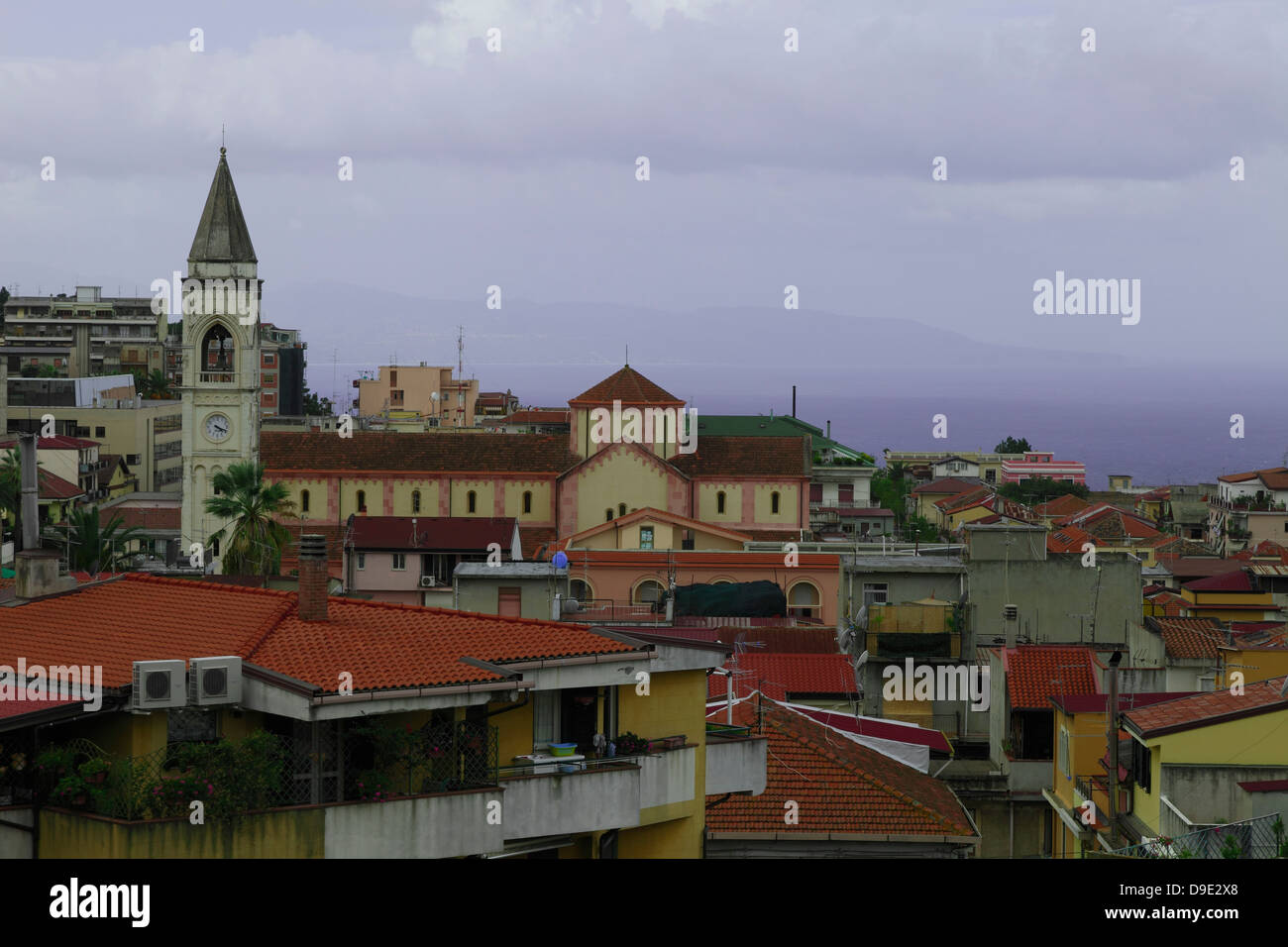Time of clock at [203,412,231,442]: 4:18
